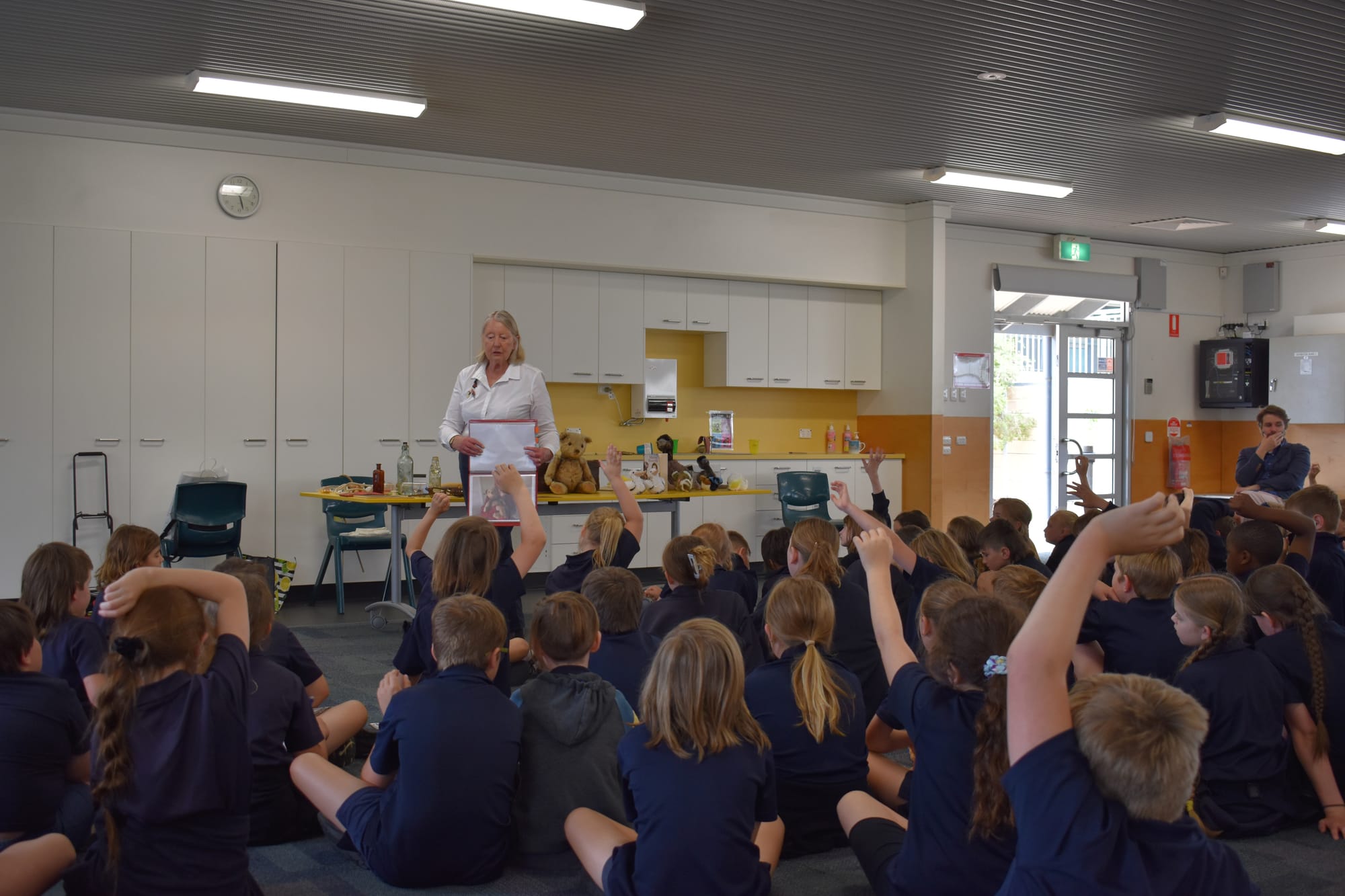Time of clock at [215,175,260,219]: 5:27
